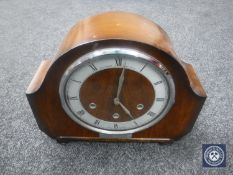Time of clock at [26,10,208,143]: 5:01
